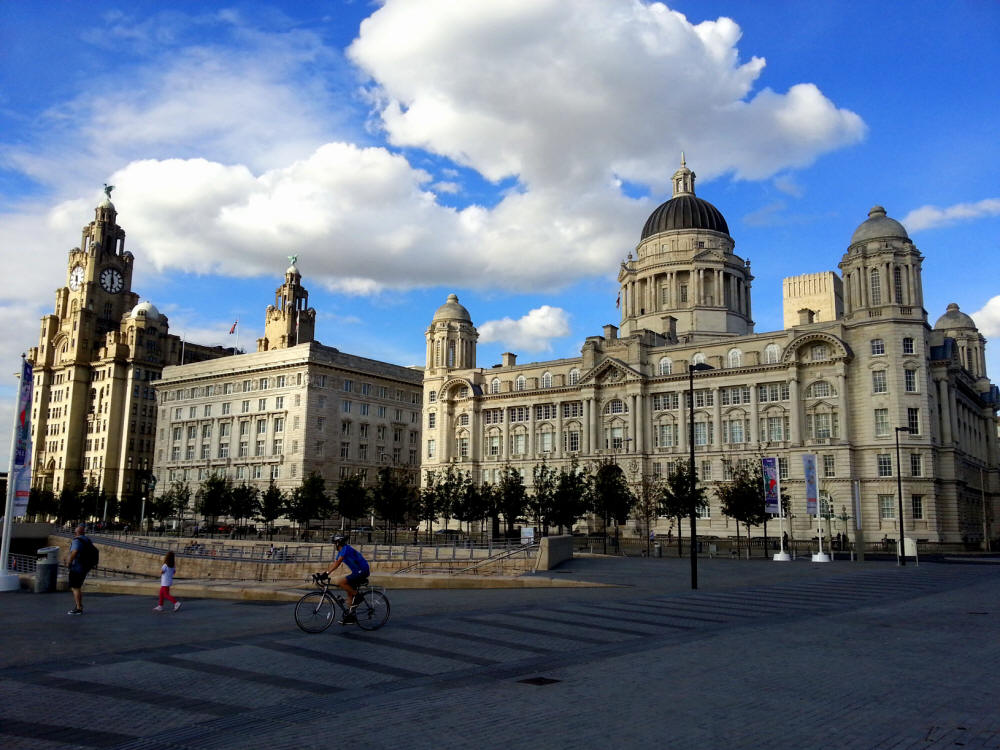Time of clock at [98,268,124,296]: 5:59
